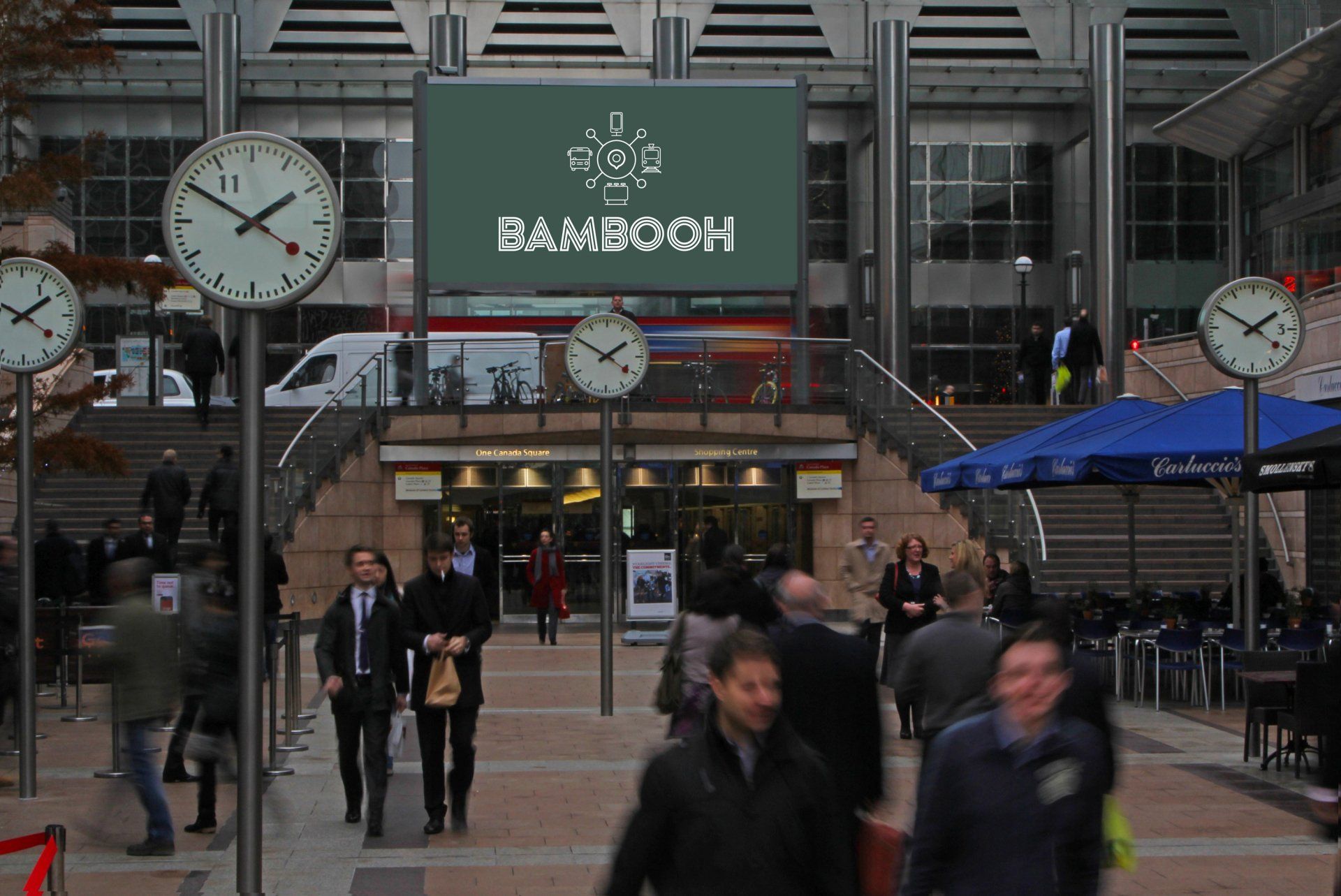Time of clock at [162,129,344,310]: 1:50
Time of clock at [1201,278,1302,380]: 1:50
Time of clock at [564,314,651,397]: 1:50
